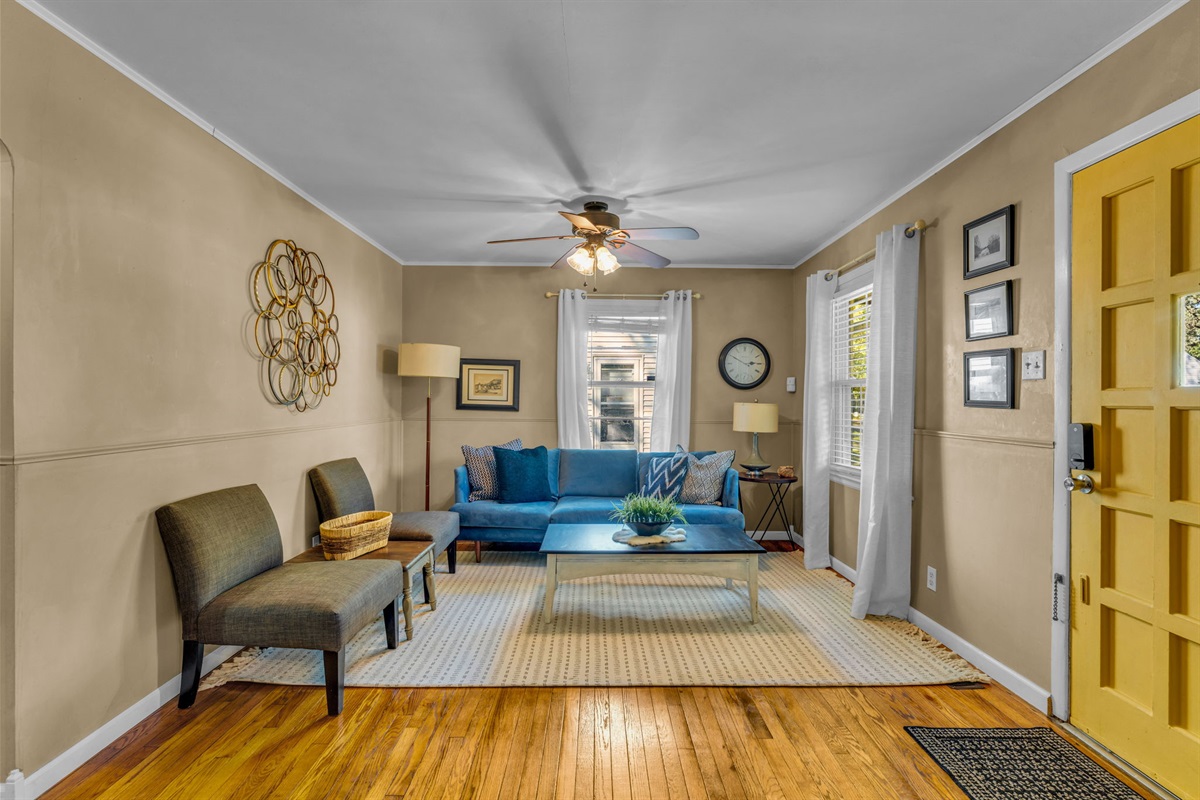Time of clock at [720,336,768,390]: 2:49
